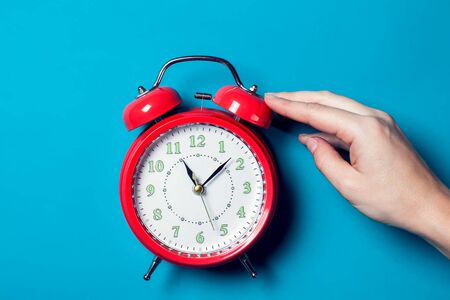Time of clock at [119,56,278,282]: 11:07
